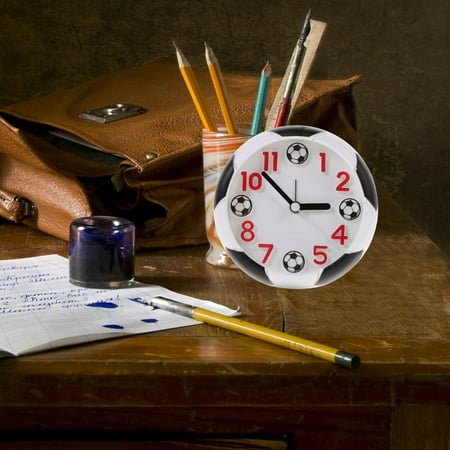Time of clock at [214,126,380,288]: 2:52
